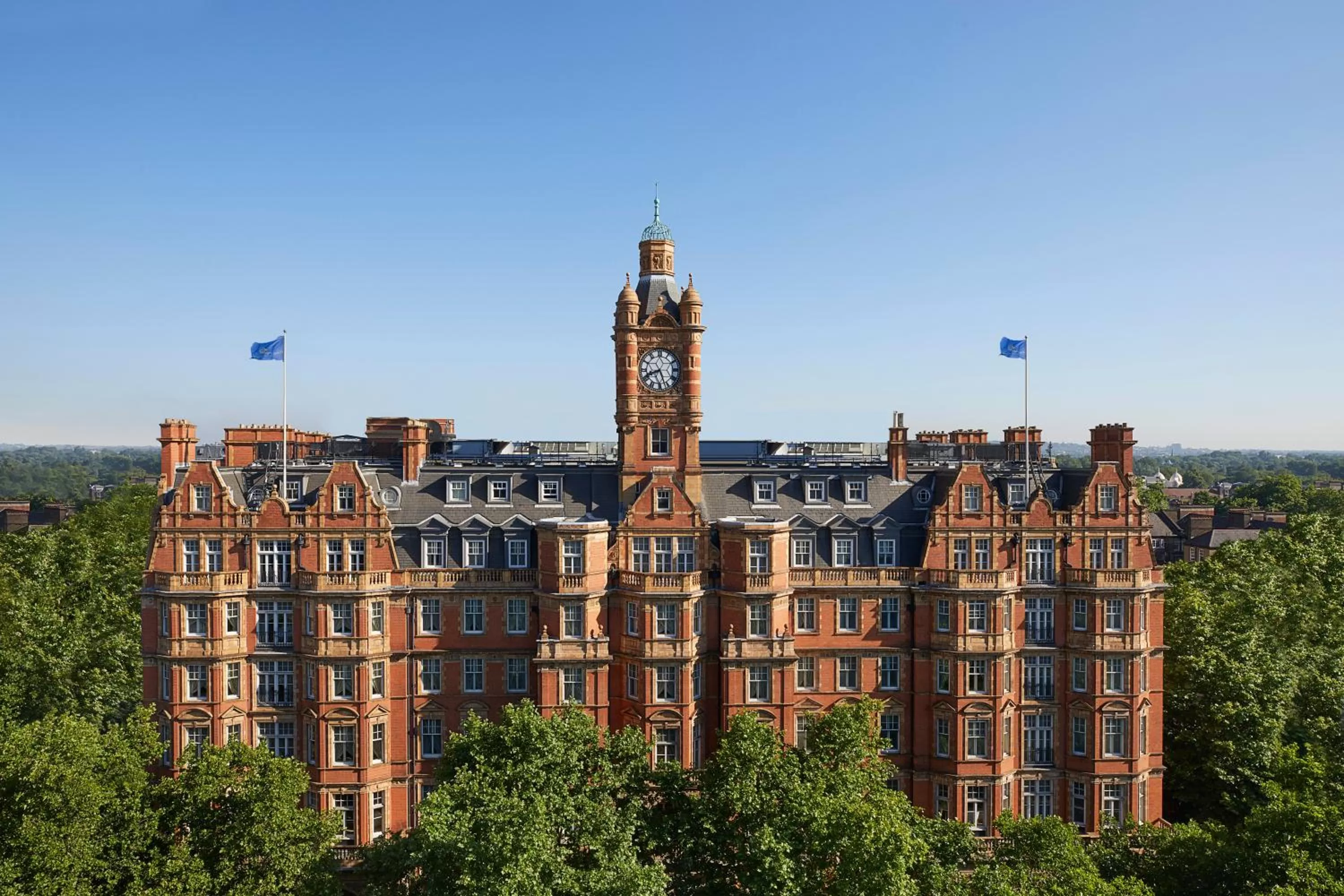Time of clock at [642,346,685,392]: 8:26
